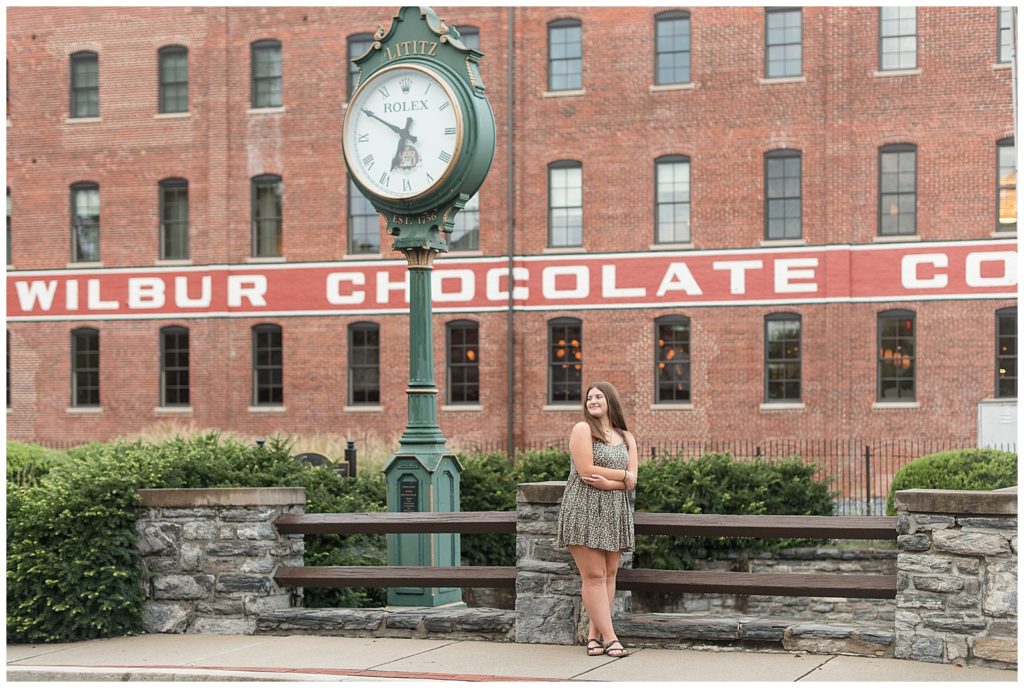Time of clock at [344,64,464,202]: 6:49
